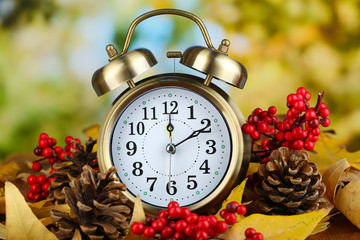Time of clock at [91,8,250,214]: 2:00
